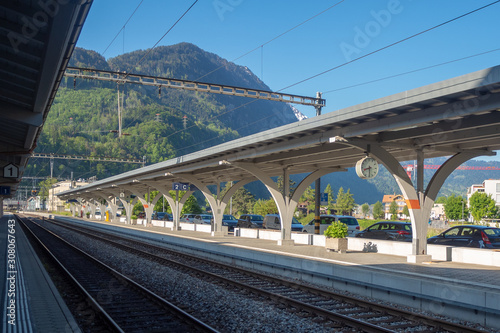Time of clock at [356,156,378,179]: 8:29
